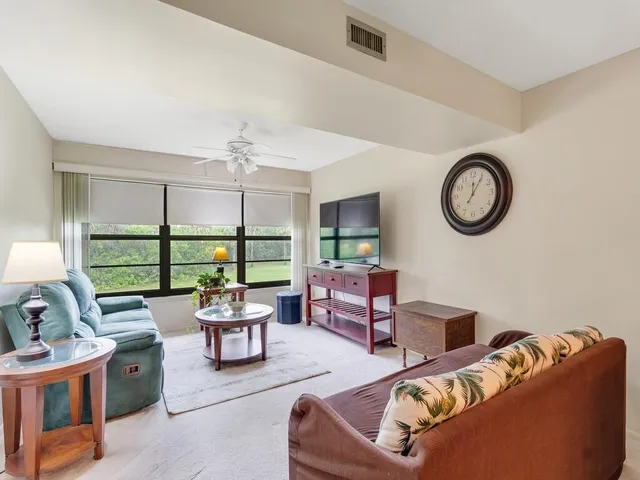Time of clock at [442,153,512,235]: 12:05
